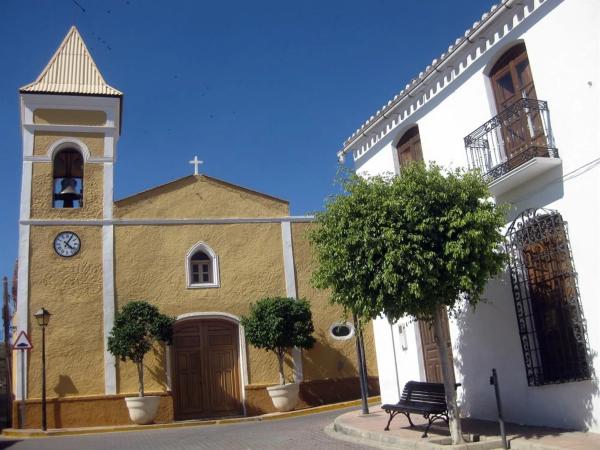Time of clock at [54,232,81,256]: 4:04
